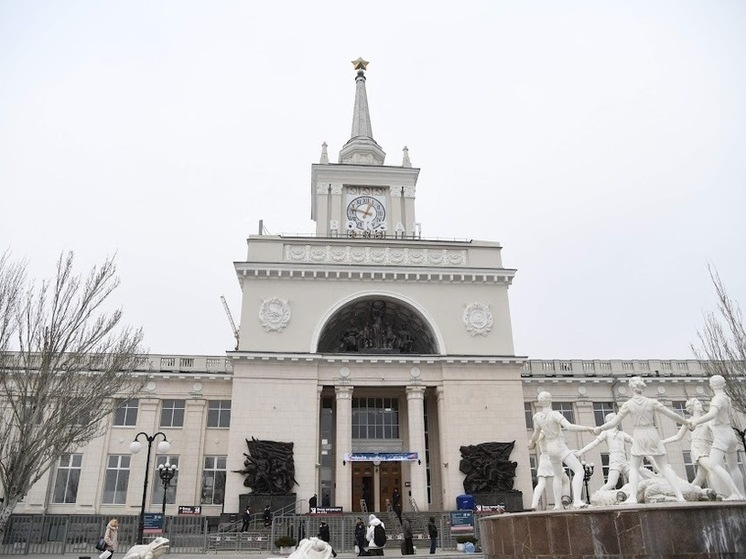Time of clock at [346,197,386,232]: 12:47
